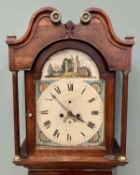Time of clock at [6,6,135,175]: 3:52
